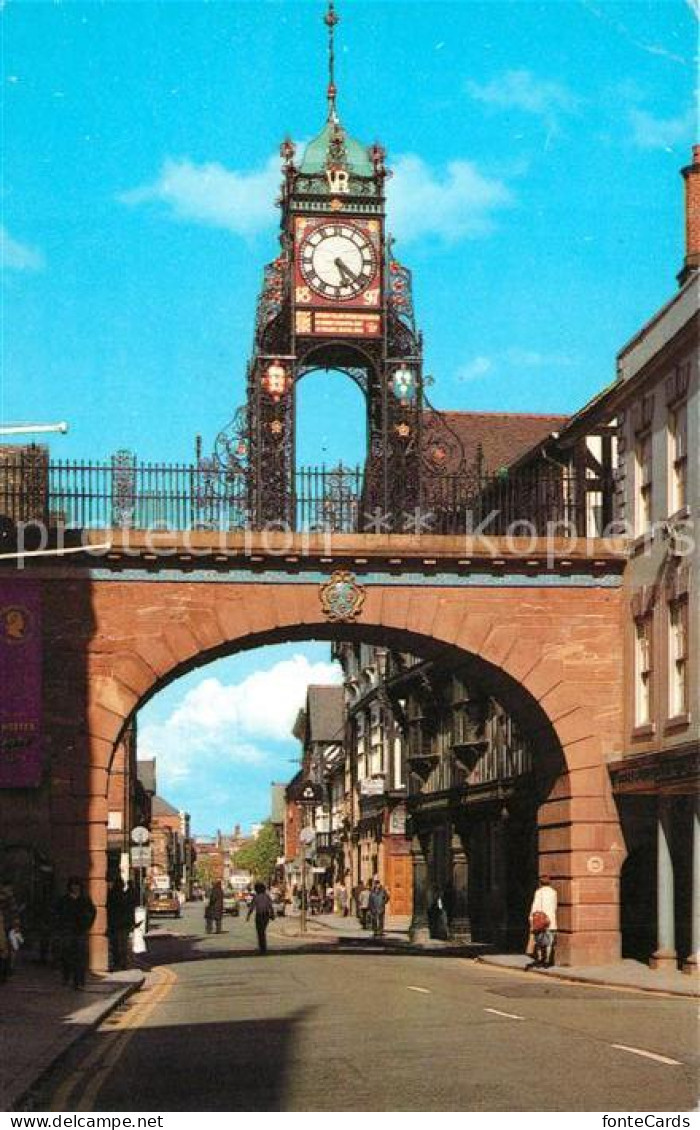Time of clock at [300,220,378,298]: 5:22
